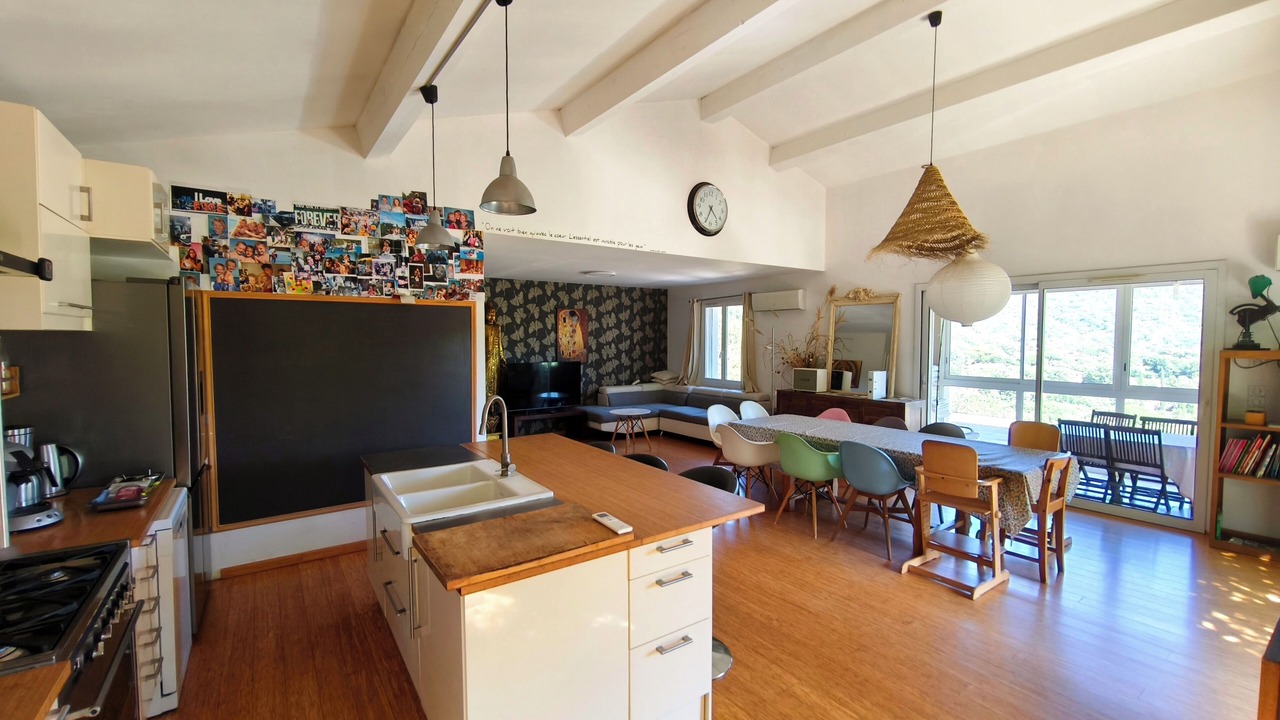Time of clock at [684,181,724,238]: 4:34
